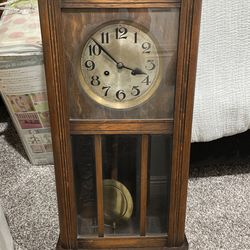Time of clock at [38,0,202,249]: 3:52
